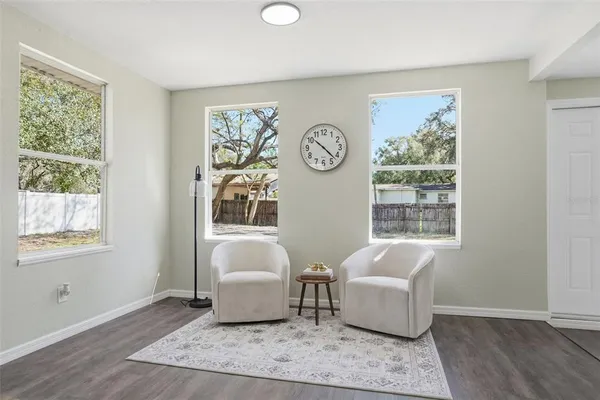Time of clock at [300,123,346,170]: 10:22
